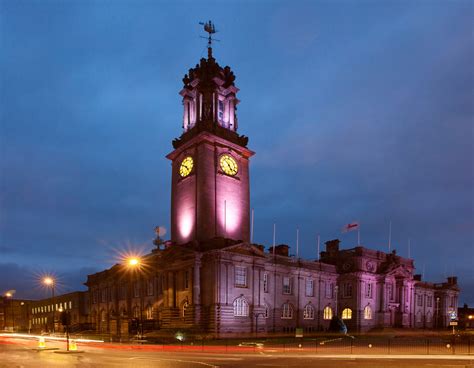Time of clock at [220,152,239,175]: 4:52
